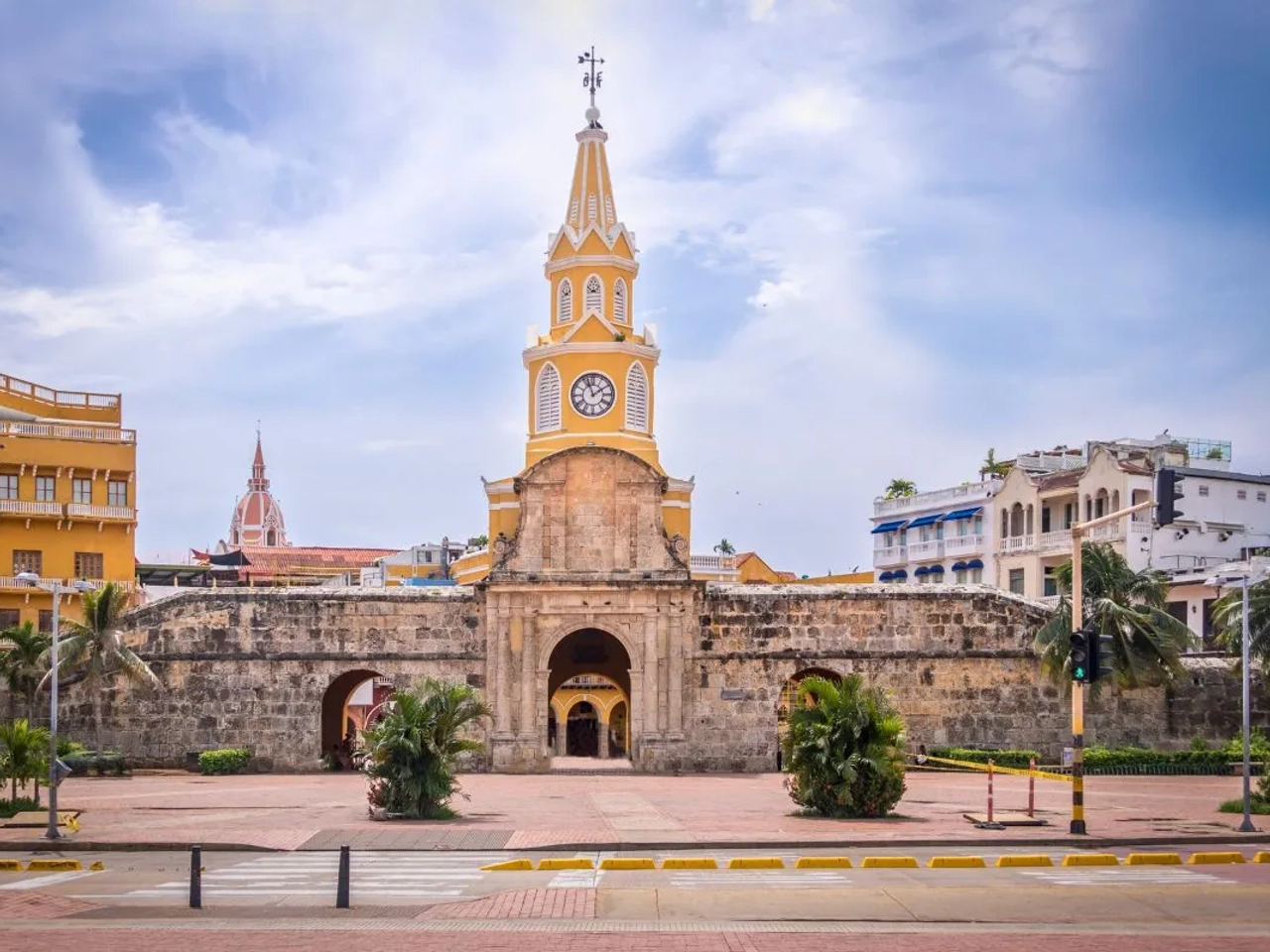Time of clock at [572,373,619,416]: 1:56
